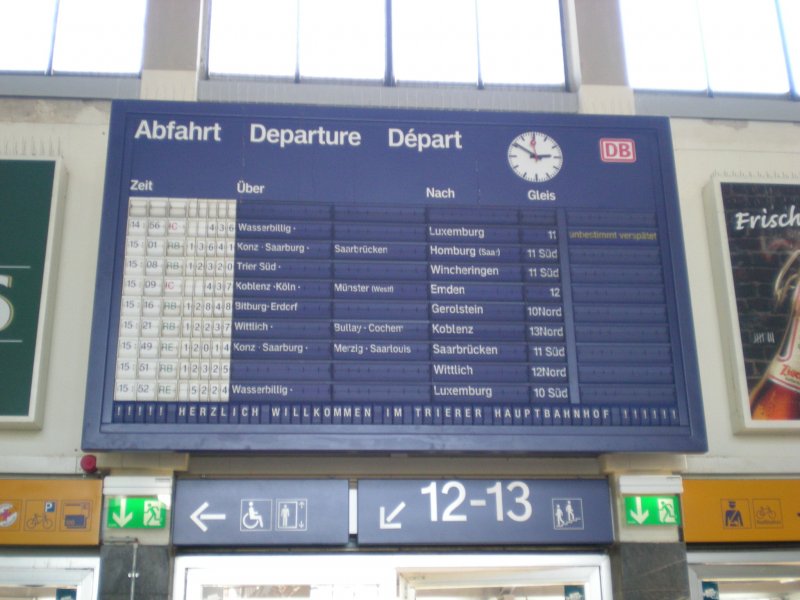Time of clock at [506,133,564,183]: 2:50
